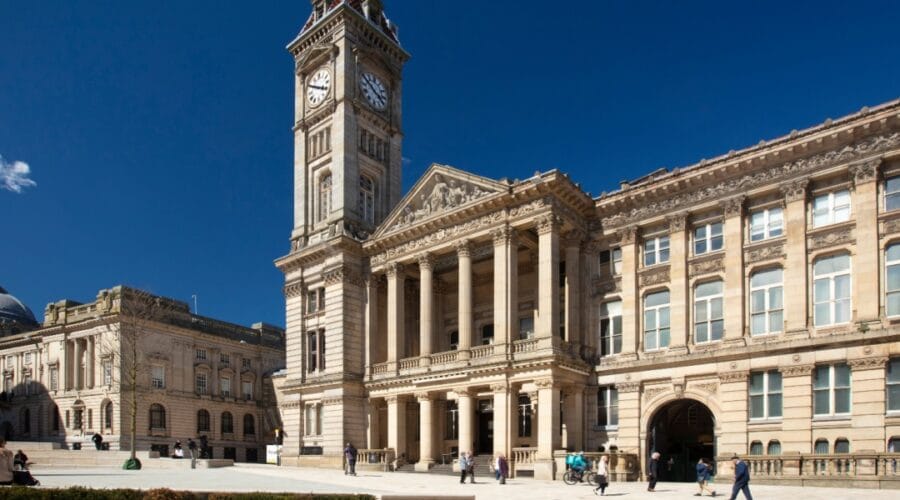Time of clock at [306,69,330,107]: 3:49
